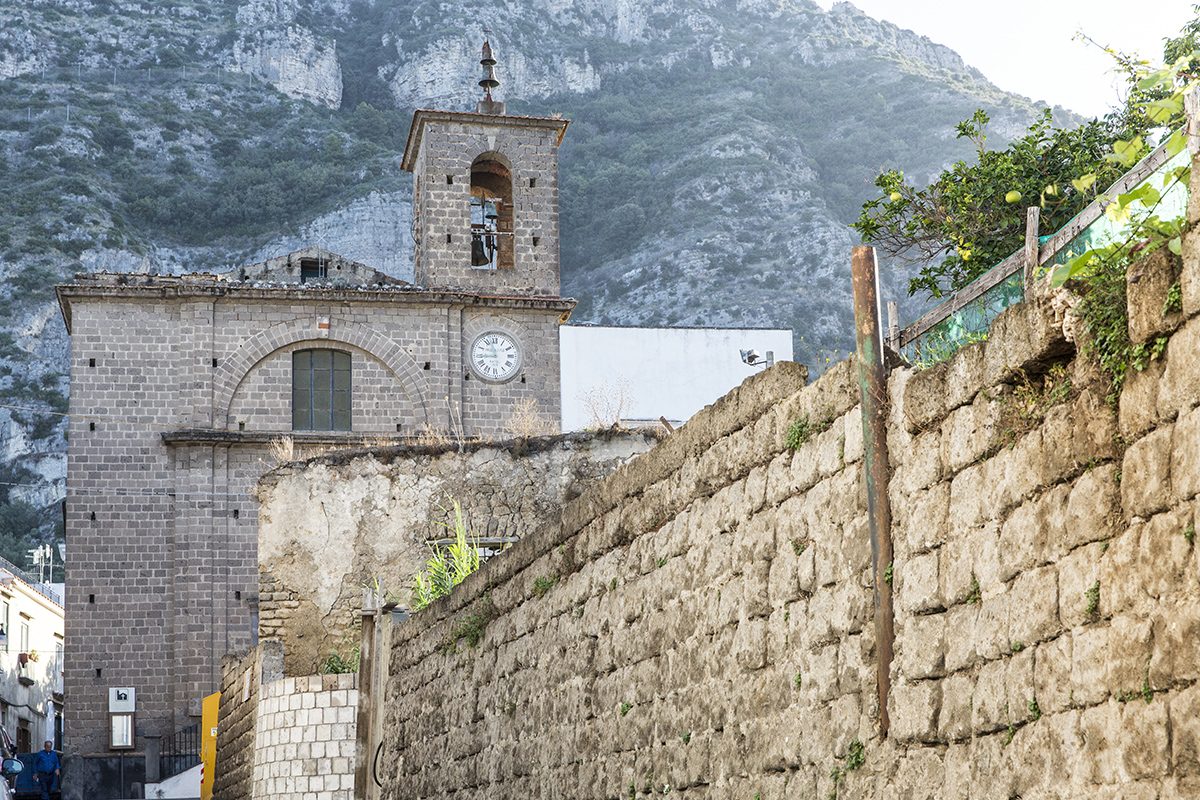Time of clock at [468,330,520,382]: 8:57
